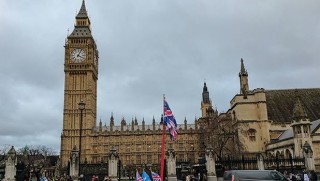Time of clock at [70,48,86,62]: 4:04
